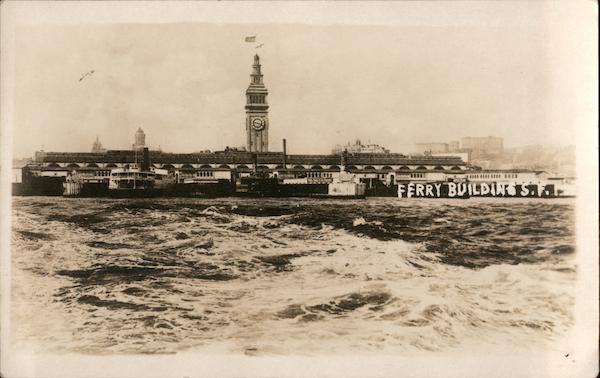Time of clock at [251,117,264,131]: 3:47
